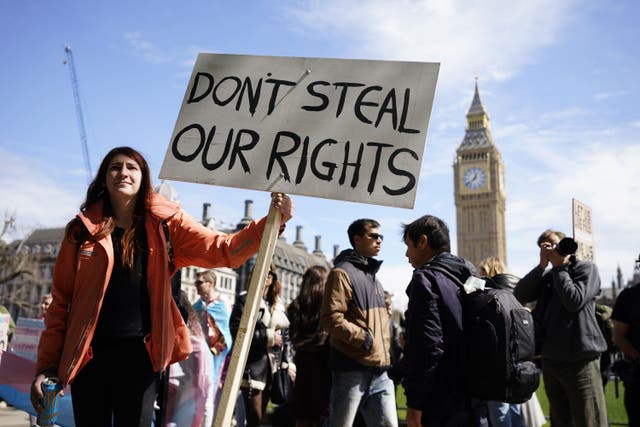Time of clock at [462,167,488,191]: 12:38
